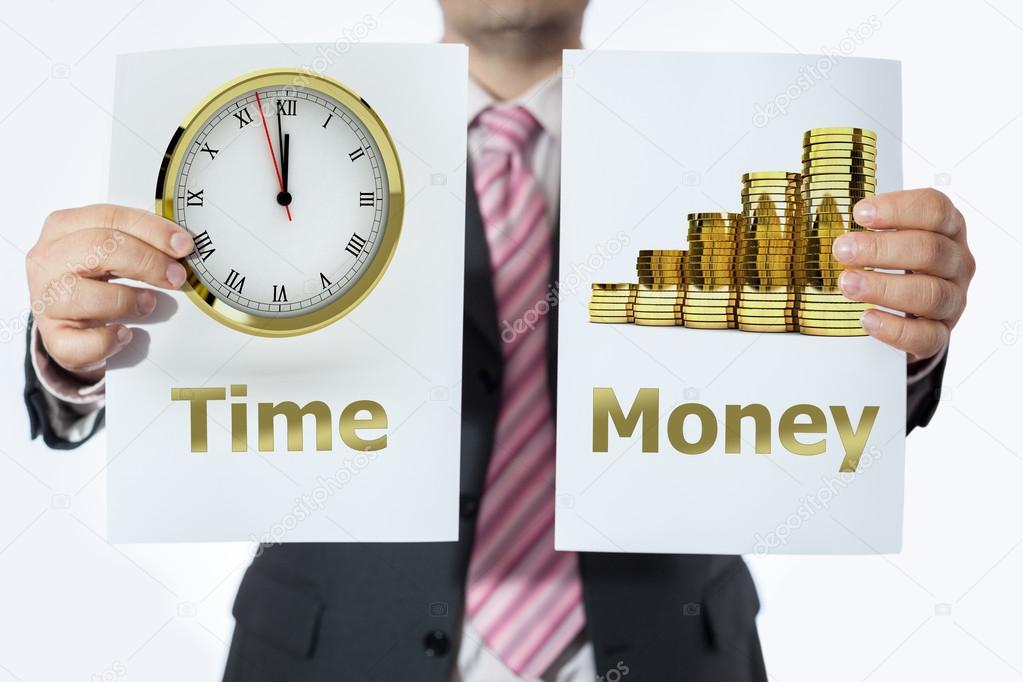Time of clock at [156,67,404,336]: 11:58
